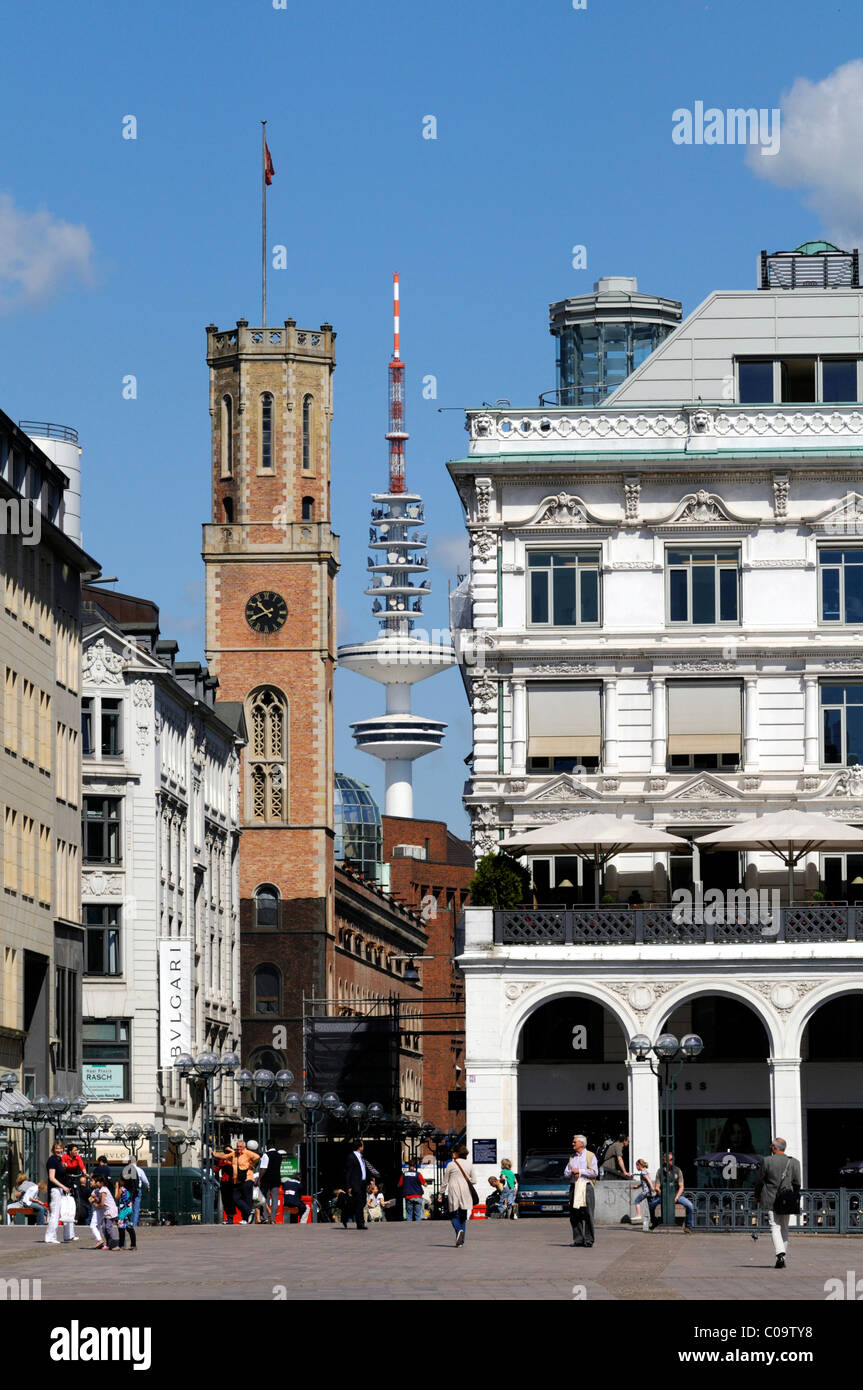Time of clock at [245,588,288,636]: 10:40
